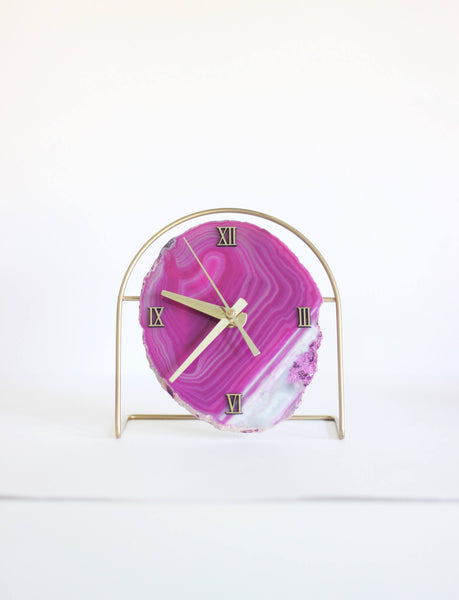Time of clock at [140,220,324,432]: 9:38
